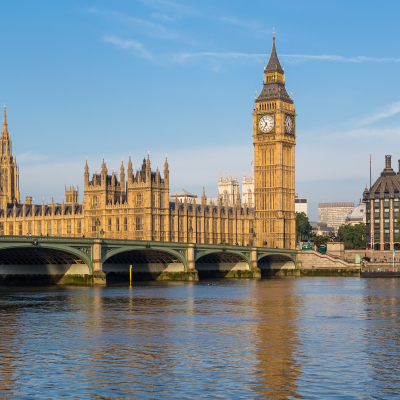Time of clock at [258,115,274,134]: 6:54
